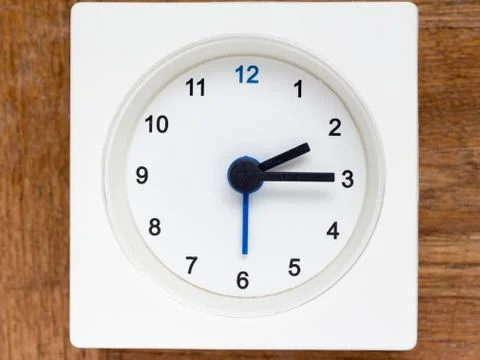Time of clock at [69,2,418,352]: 2:15
